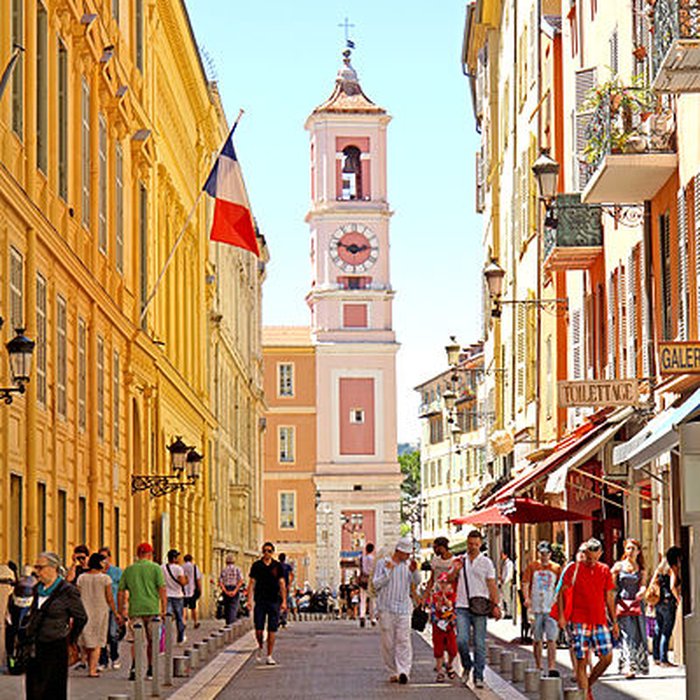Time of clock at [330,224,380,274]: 2:48
